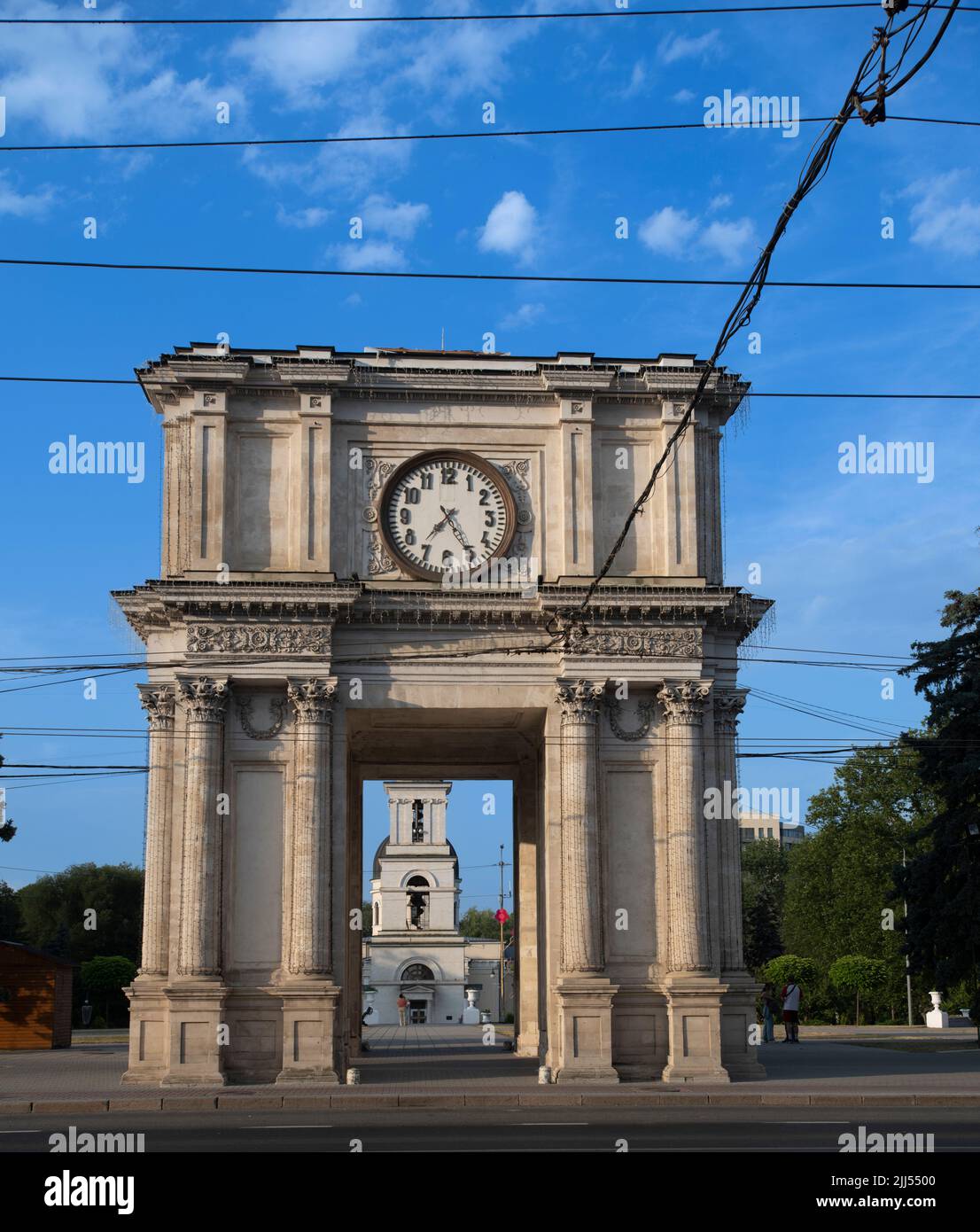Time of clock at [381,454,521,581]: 7:24
